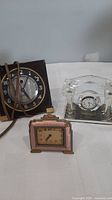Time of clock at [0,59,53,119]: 5:04
